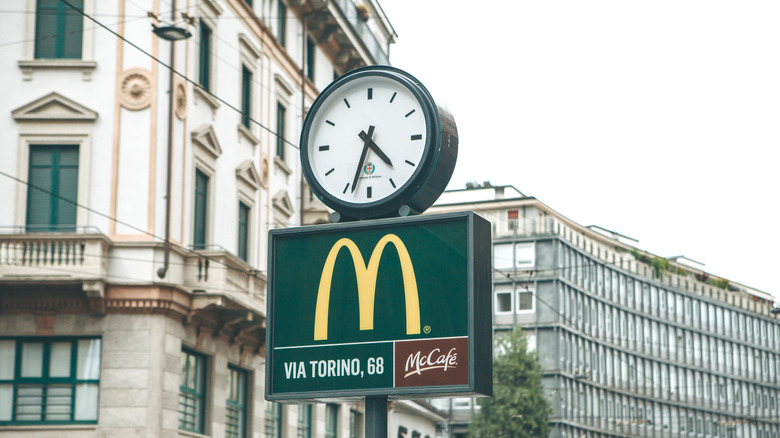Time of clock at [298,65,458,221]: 4:33
